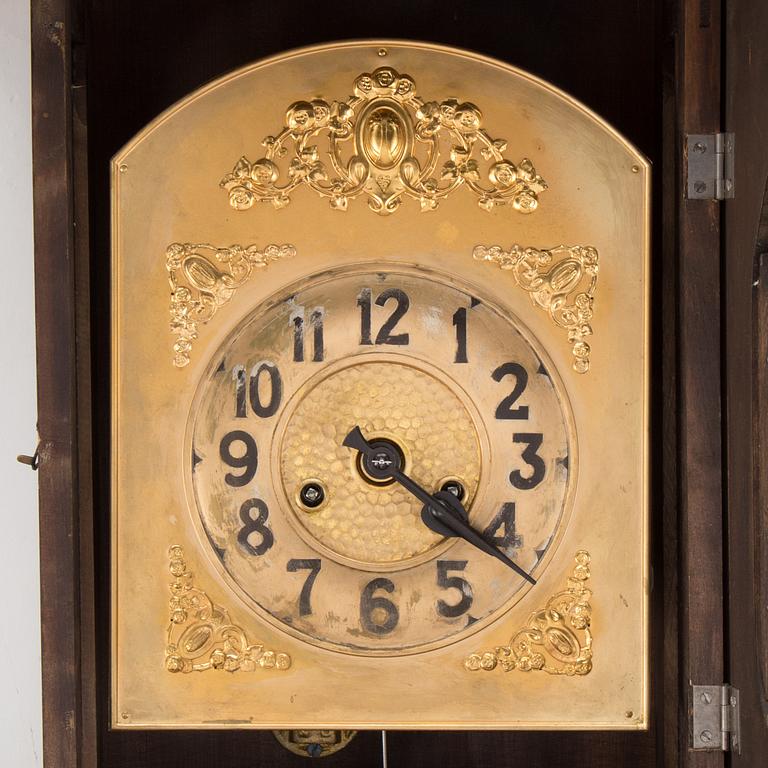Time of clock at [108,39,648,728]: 4:20
